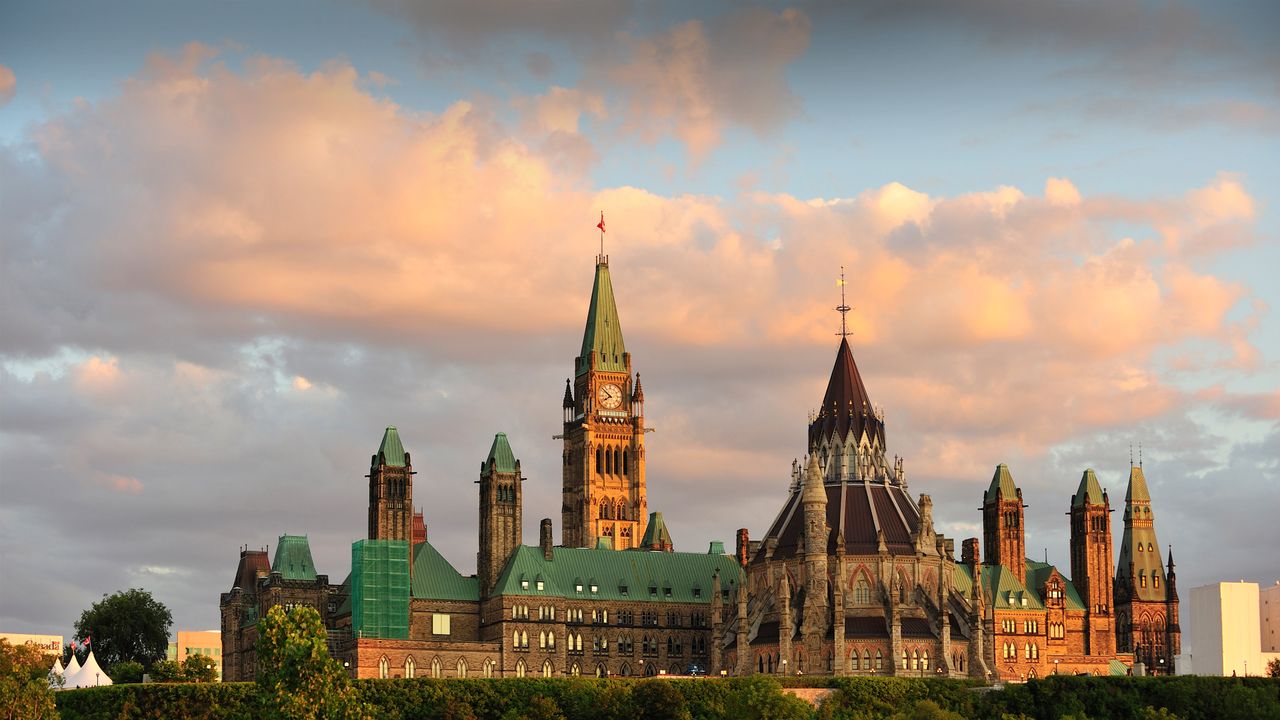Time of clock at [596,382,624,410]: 7:51
